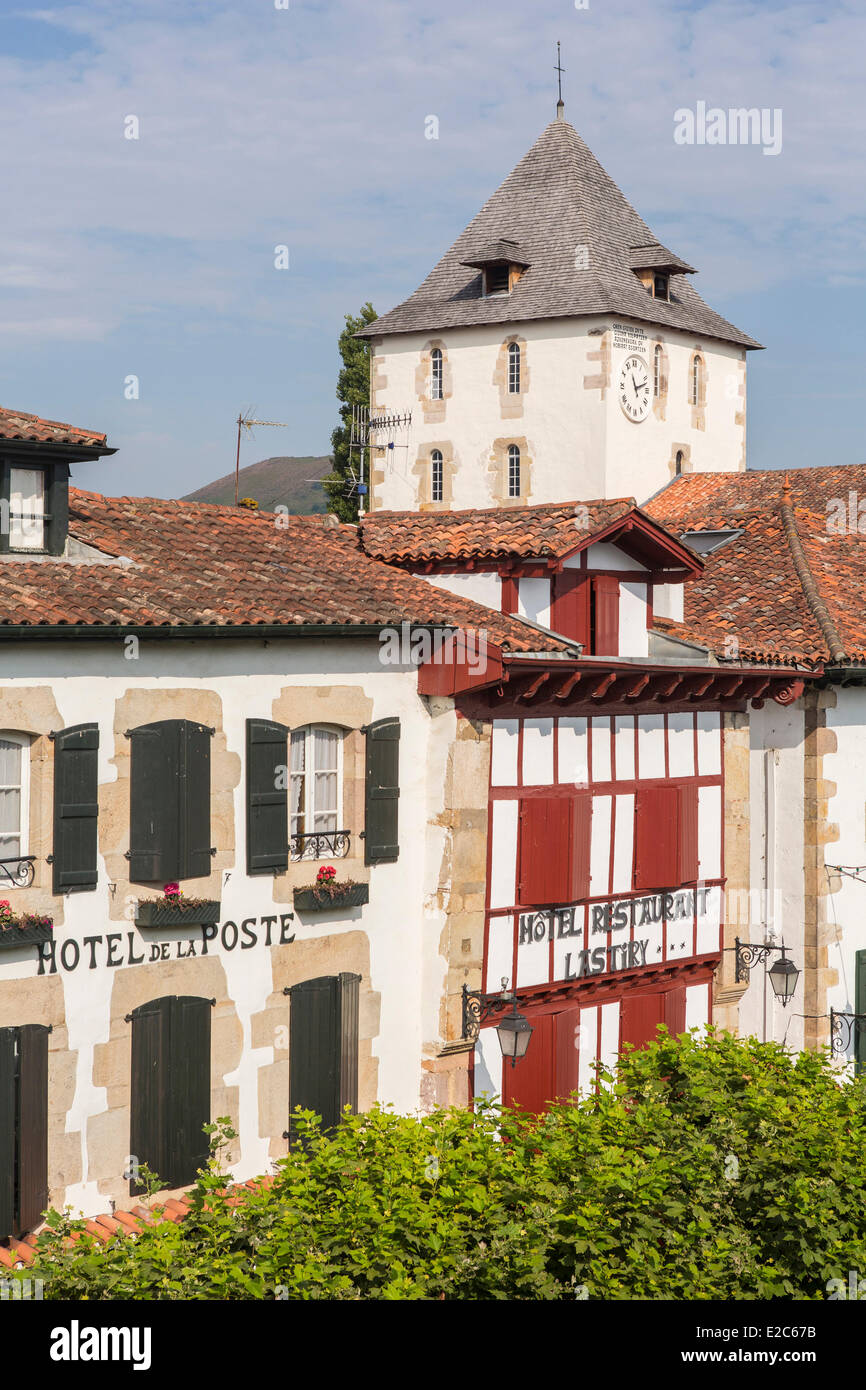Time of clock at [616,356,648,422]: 11:12
